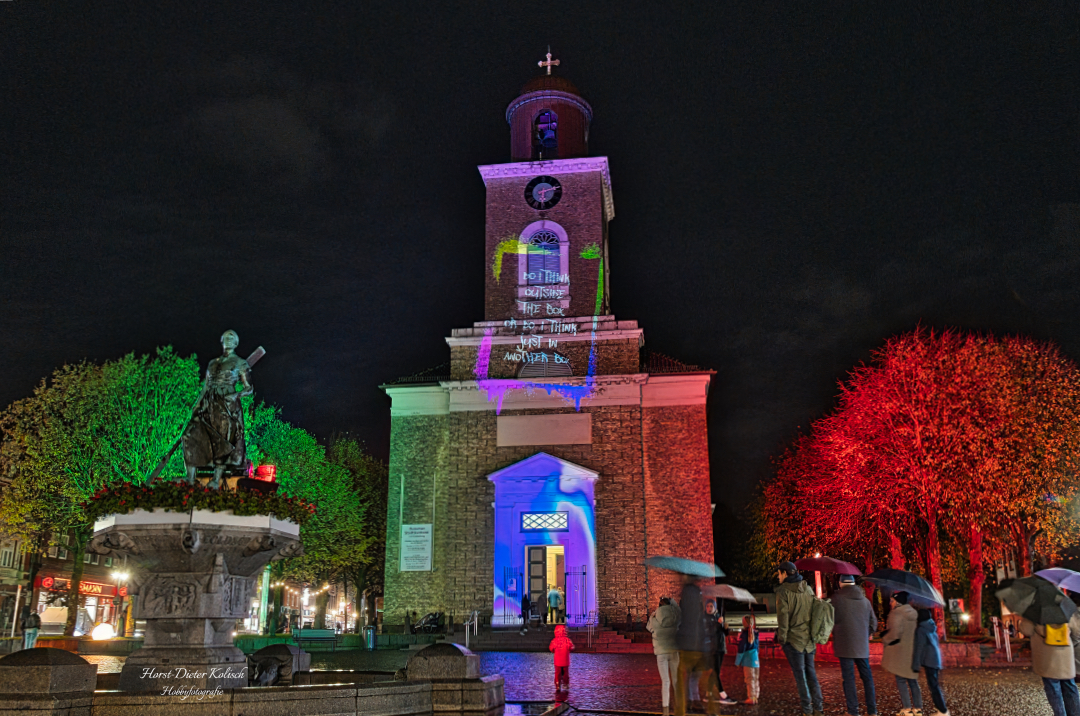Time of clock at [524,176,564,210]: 6:12
